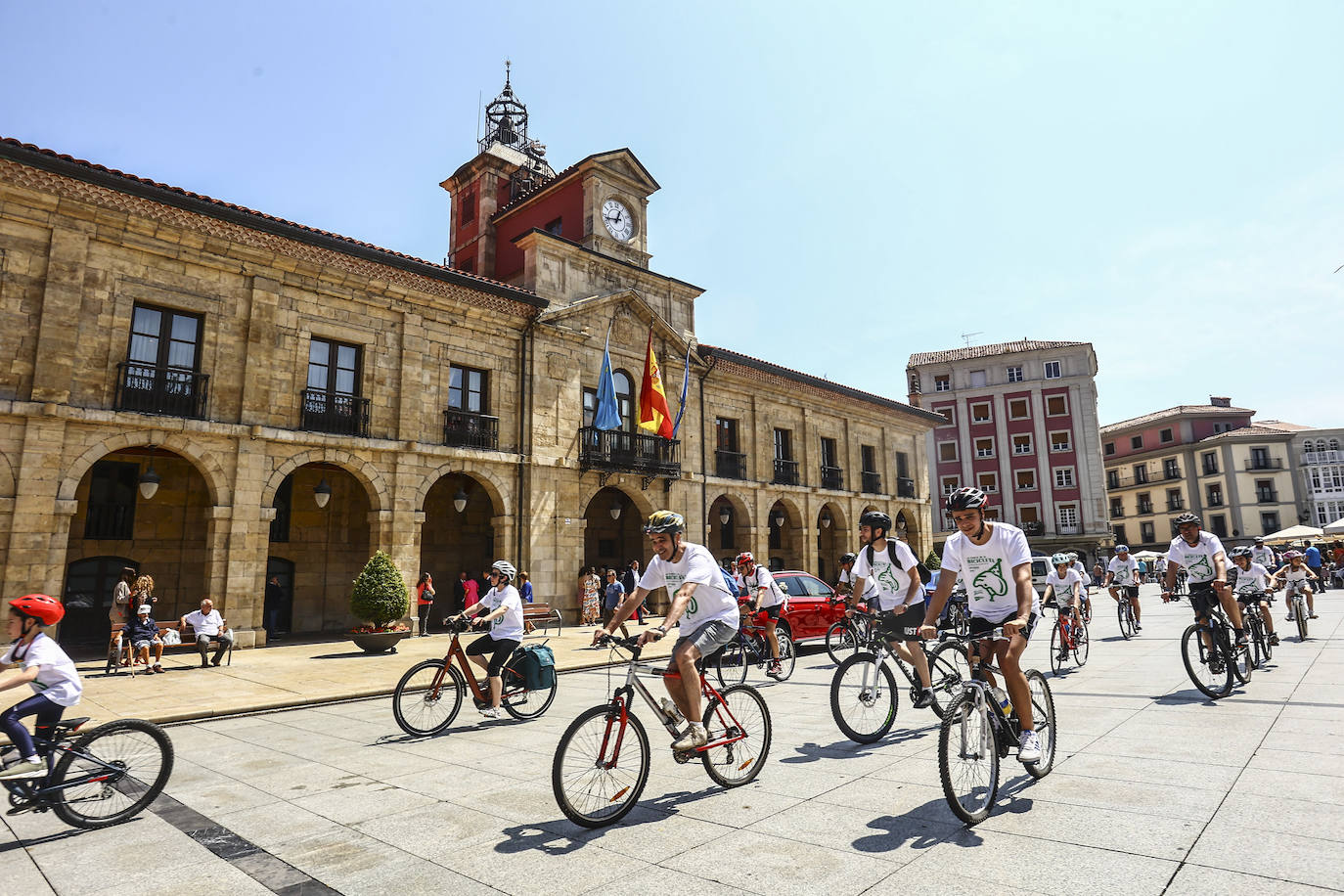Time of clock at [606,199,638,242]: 12:43
